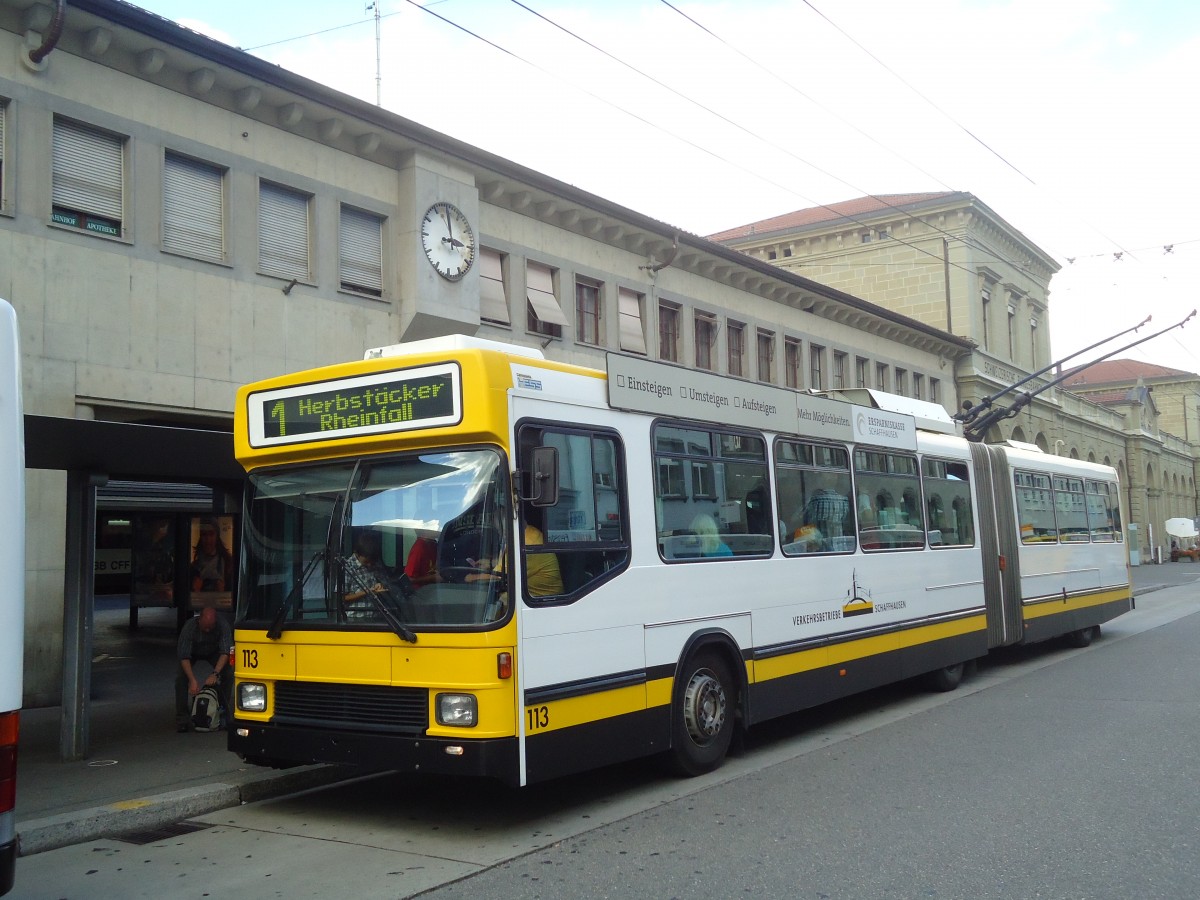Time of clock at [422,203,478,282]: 2:59
